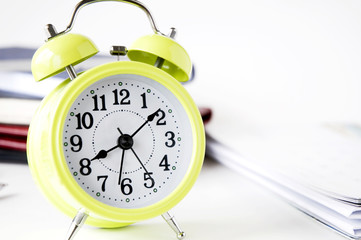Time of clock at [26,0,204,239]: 8:08
